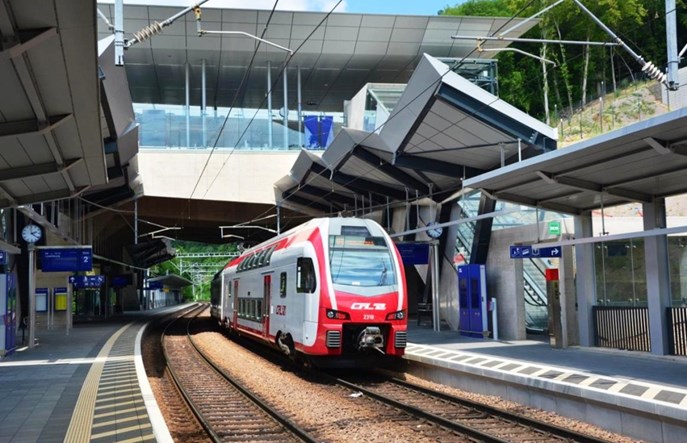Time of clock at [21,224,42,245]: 2:21
